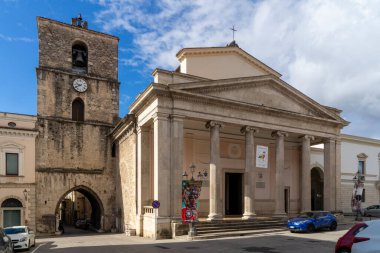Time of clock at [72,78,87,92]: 9:40
